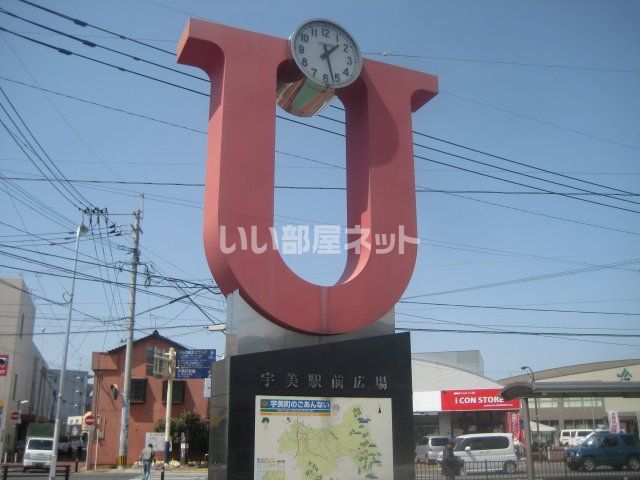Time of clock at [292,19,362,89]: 1:27
